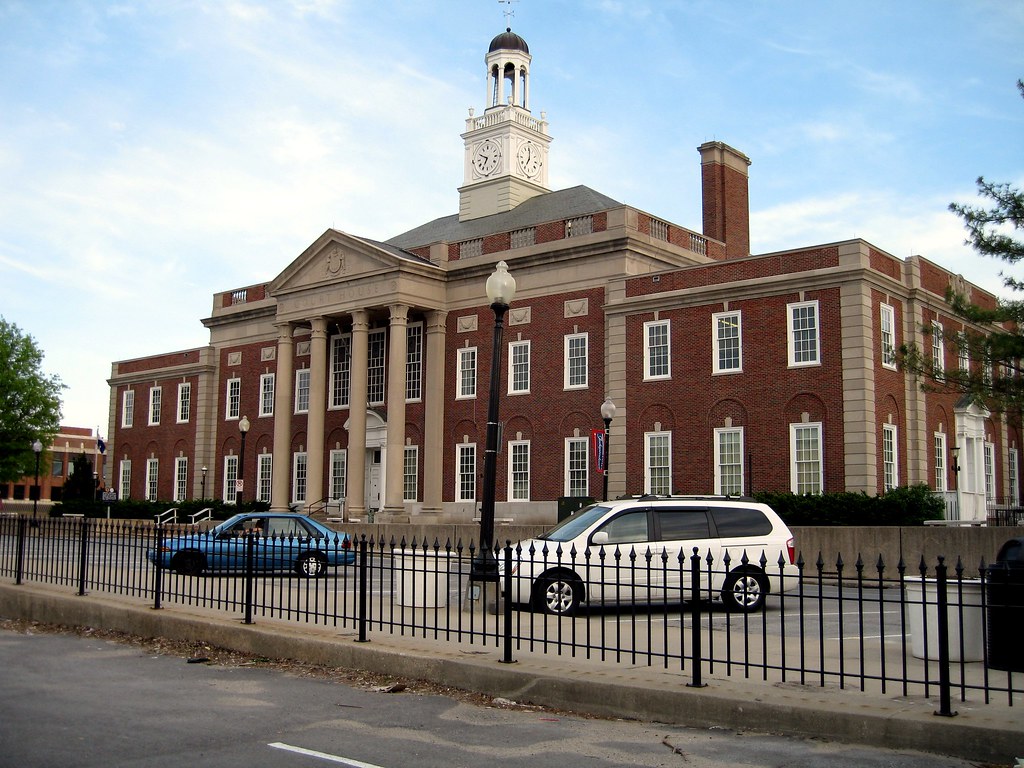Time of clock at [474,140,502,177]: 6:49
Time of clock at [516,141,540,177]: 7:00
